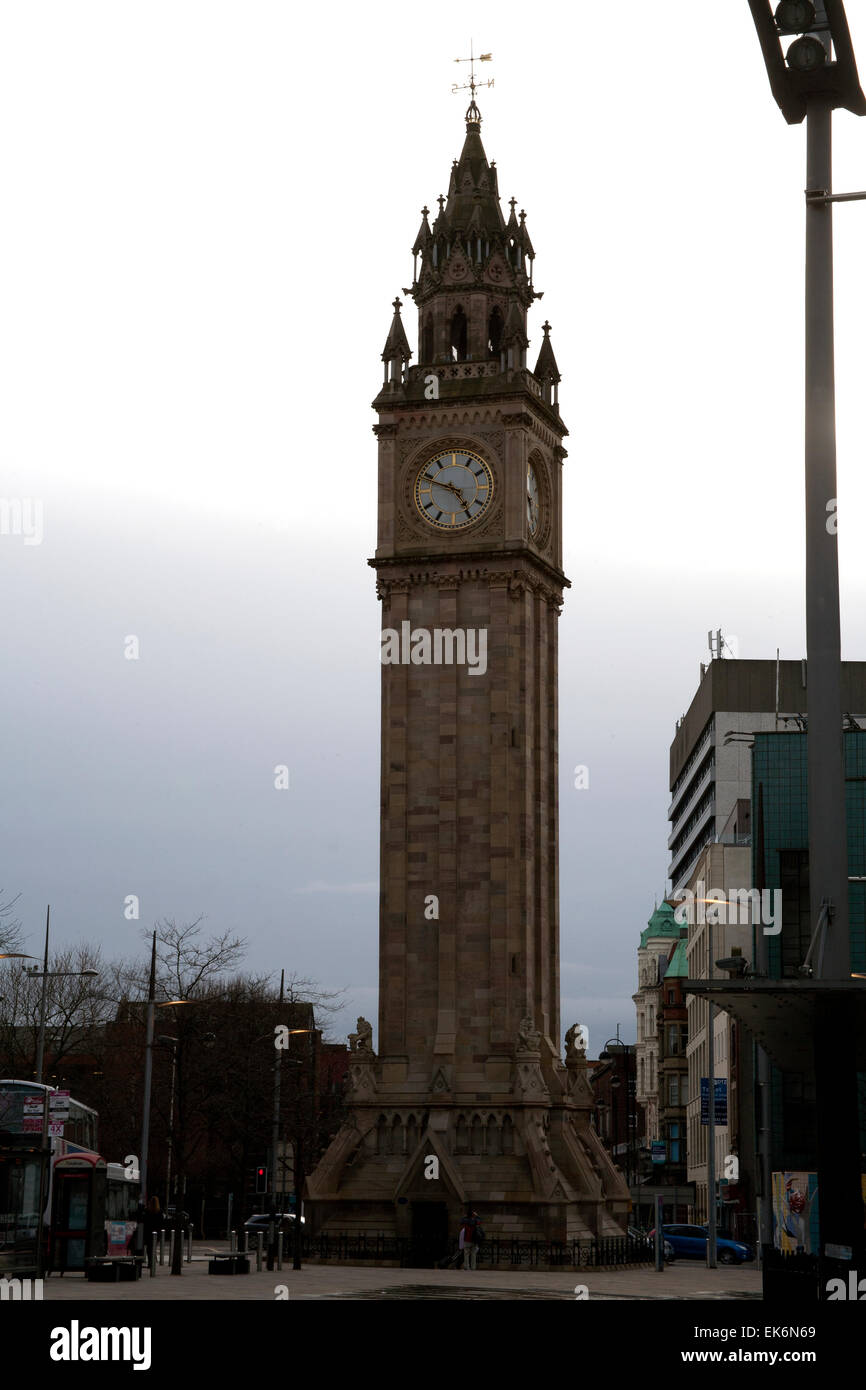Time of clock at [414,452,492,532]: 4:48
